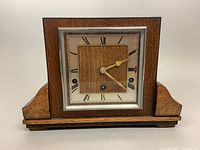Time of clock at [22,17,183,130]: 2:21
